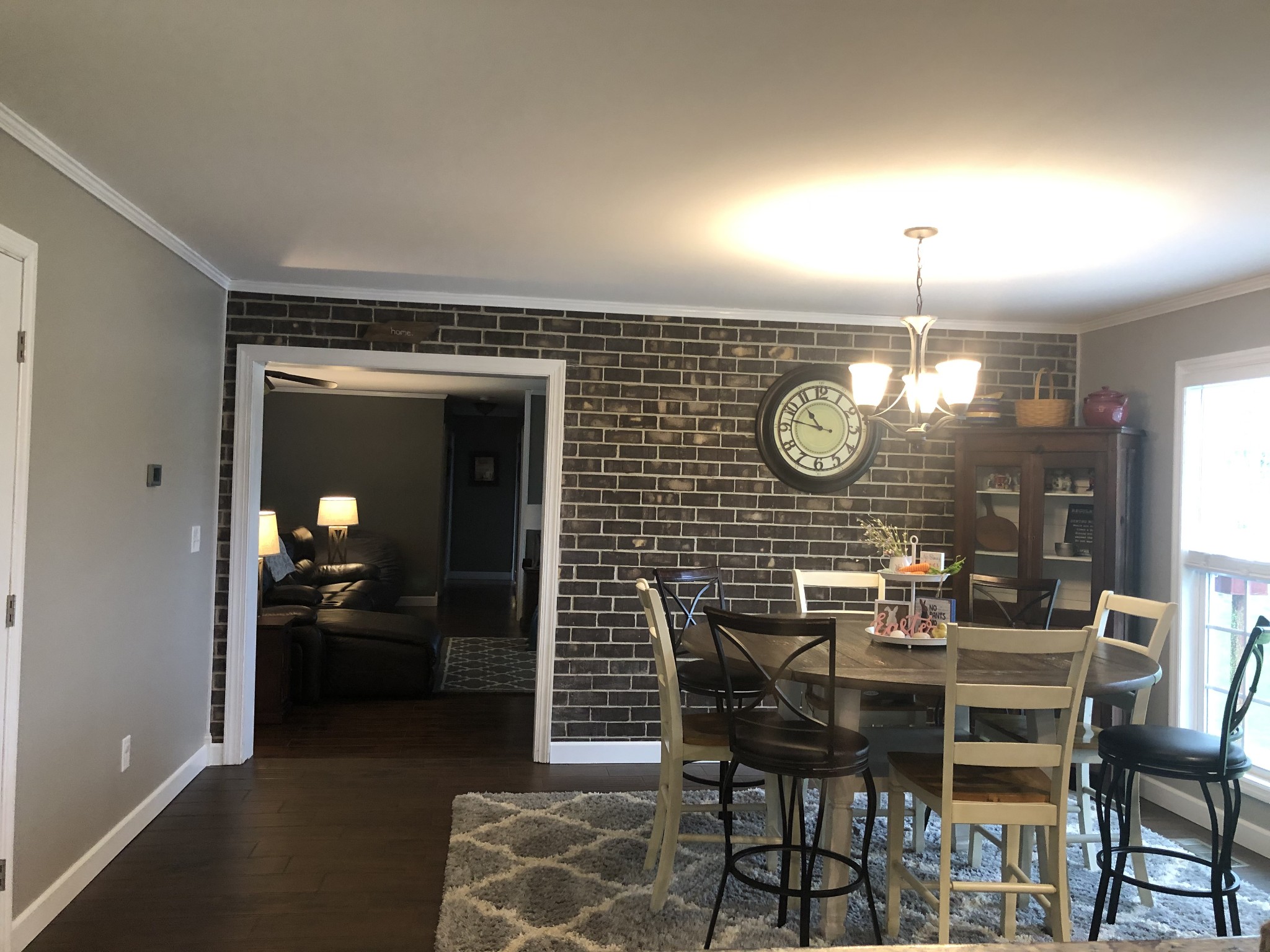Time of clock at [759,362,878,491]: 10:47
